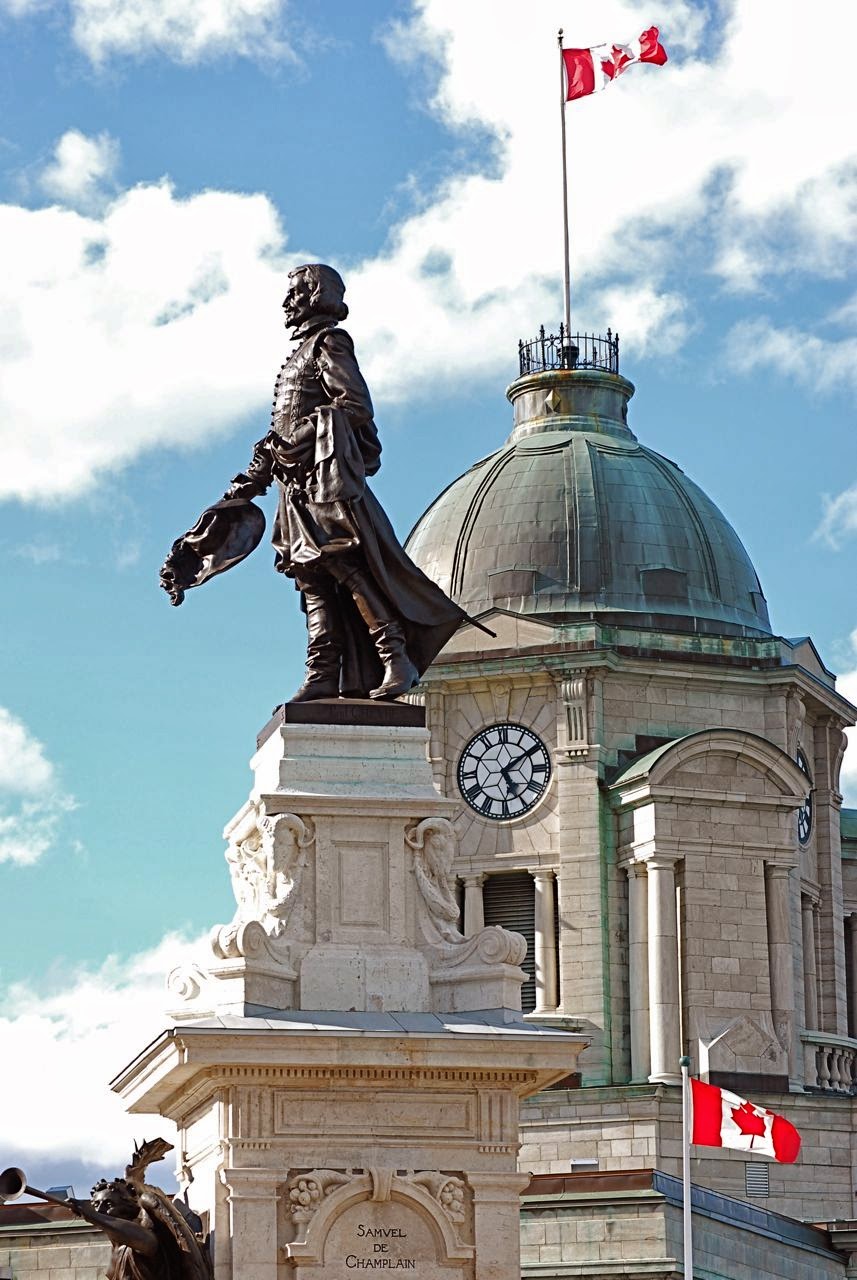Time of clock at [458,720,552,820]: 5:09
